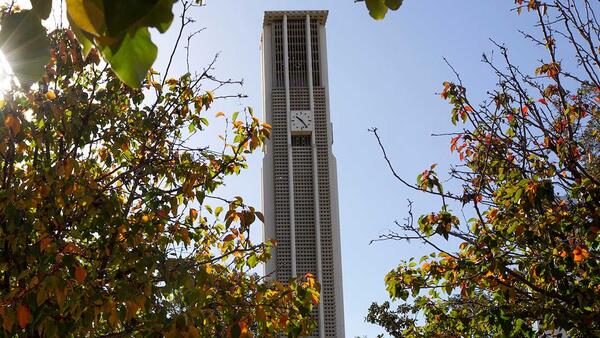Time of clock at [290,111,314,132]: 10:24
